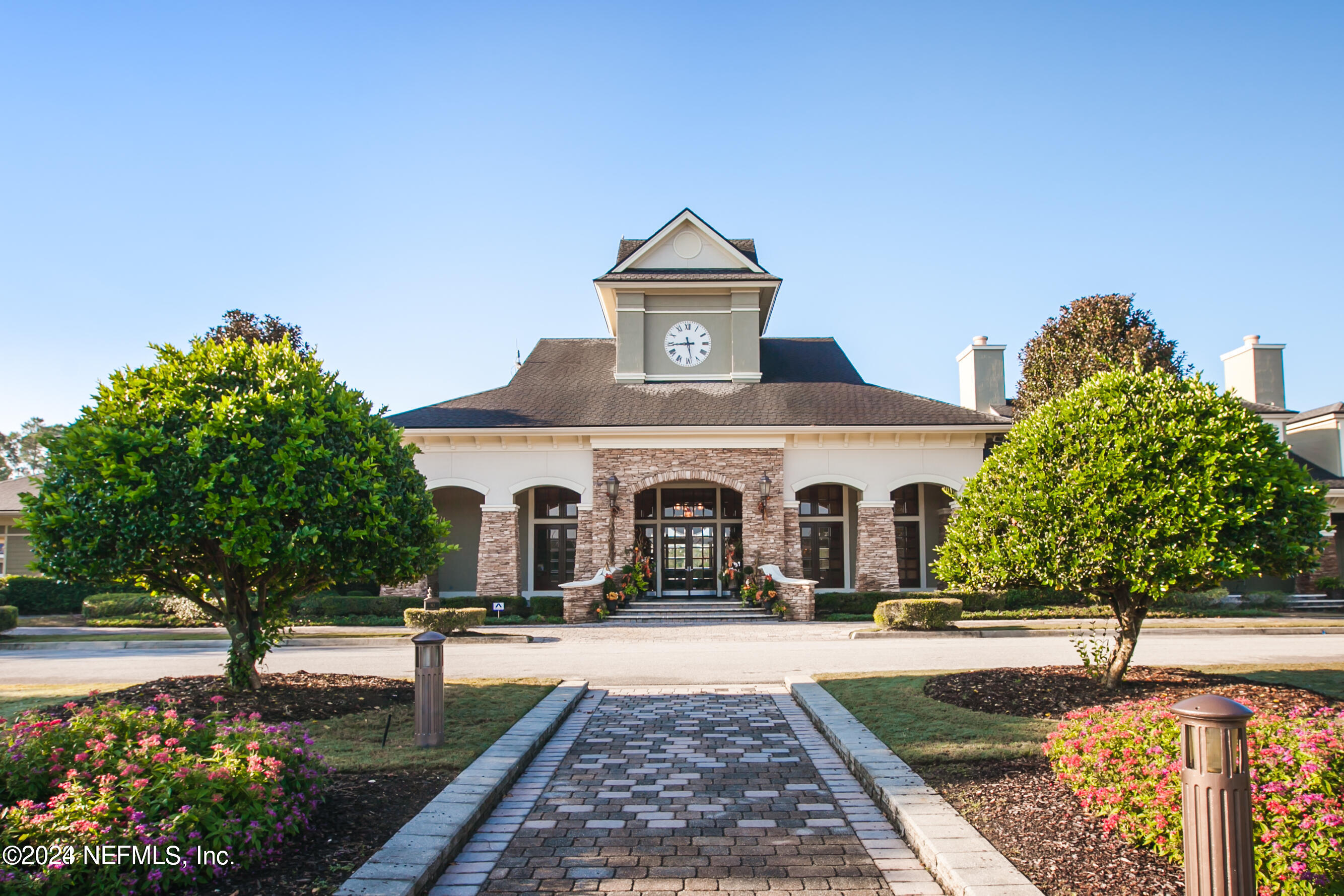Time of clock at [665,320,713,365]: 5:44
